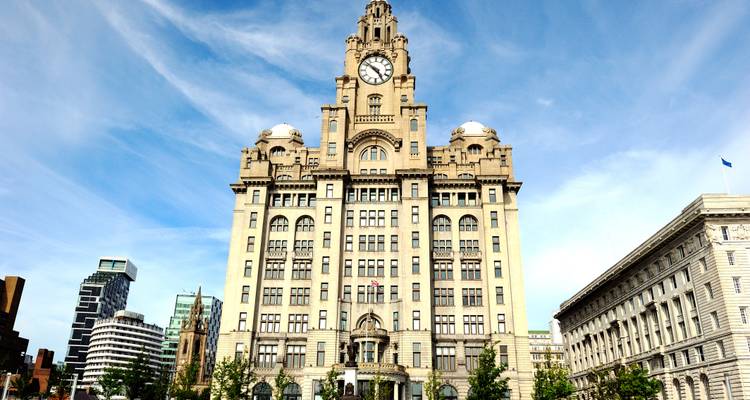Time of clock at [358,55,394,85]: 4:51
